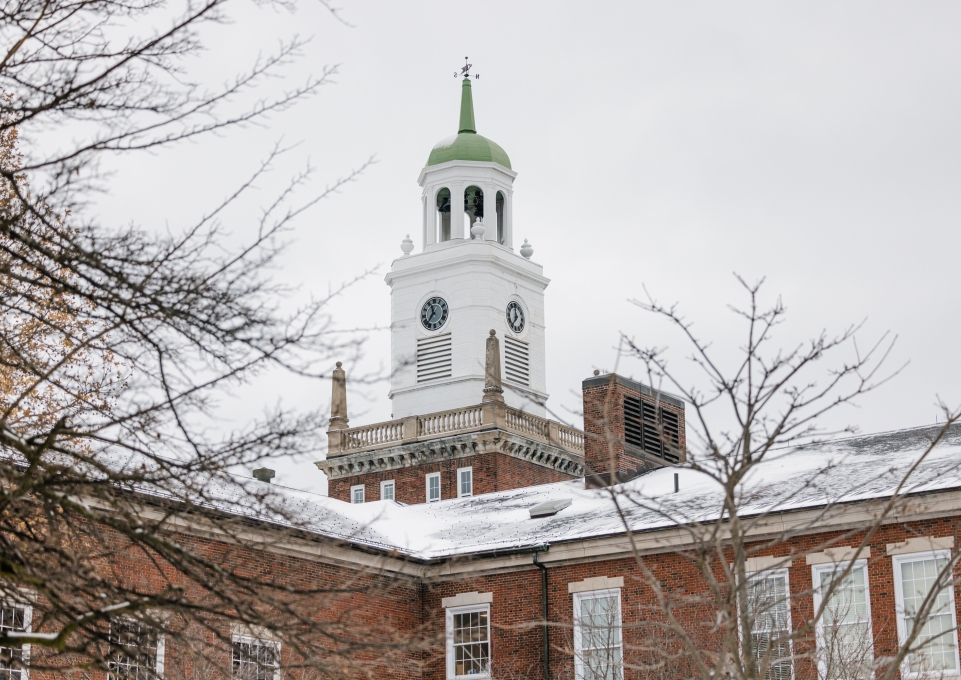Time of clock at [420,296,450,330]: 11:36
